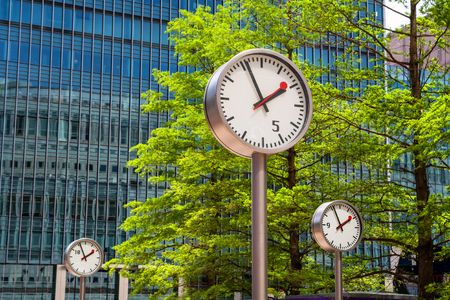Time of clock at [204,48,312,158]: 1:56
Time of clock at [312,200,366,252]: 1:56
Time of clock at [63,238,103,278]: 1:56
